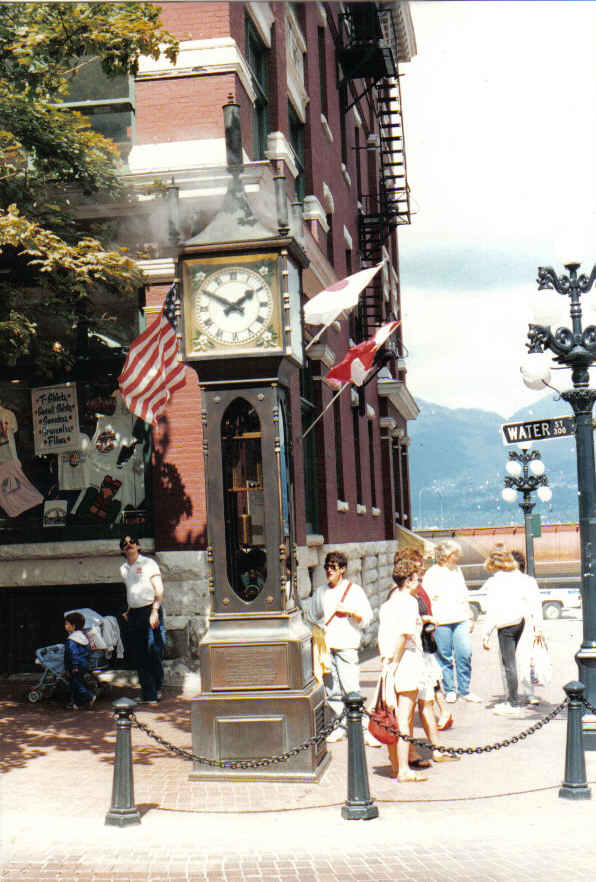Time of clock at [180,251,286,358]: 1:50
